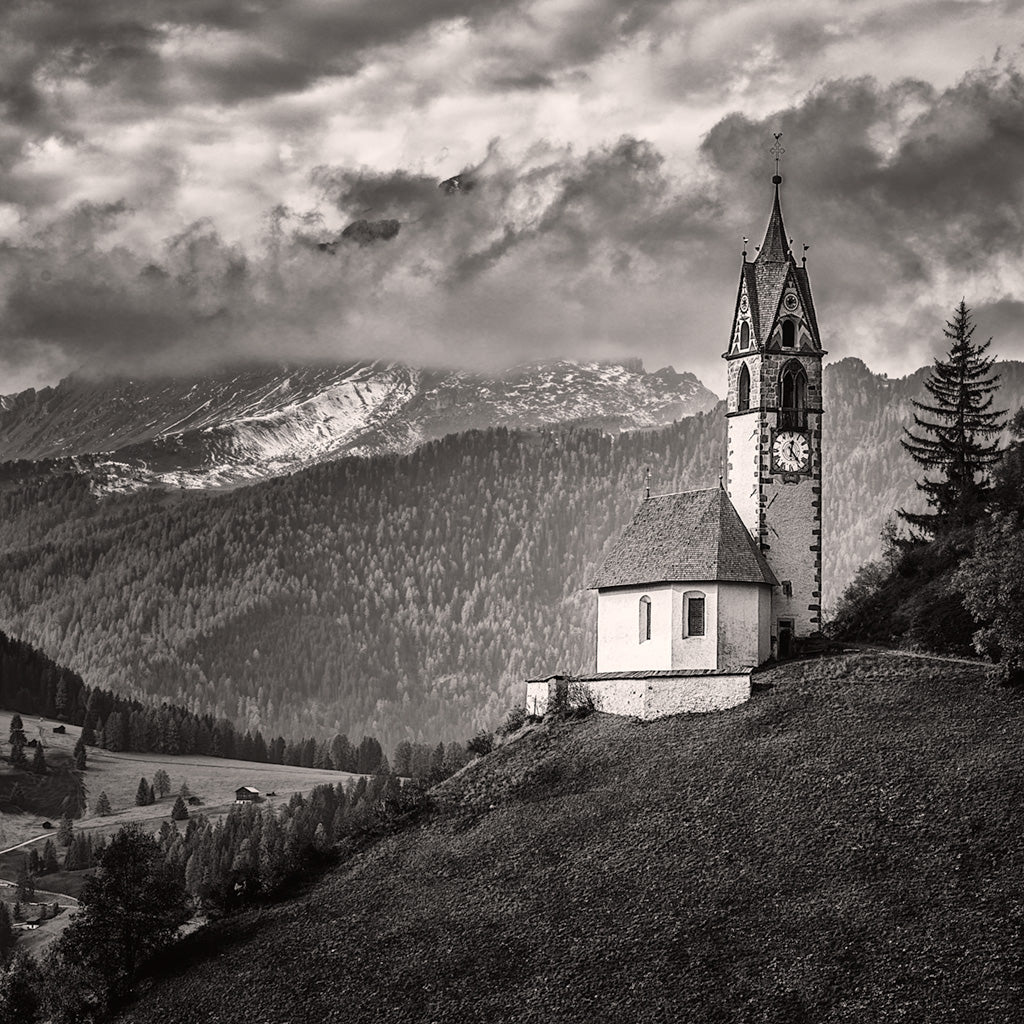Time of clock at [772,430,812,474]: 12:23
